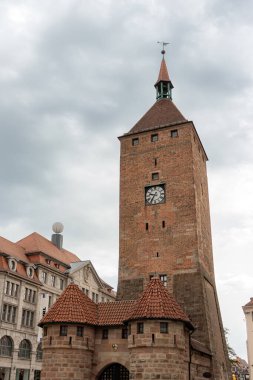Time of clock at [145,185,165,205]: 9:36
